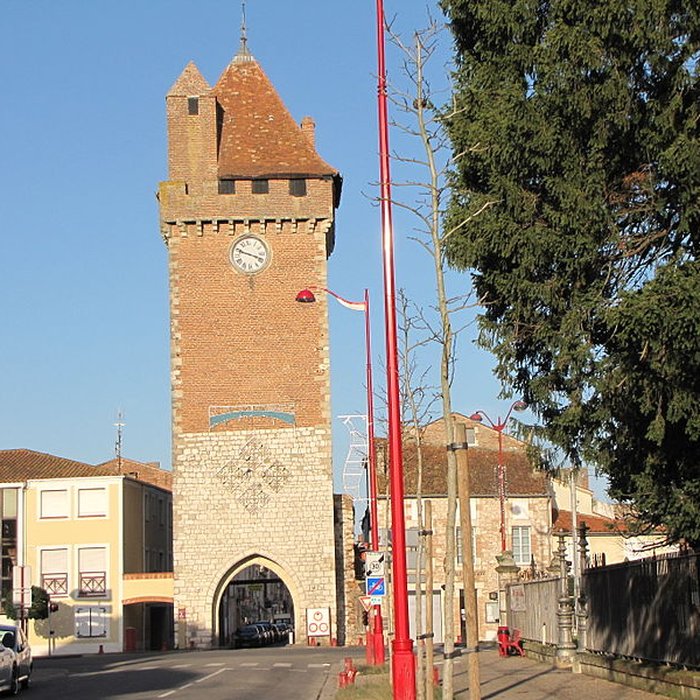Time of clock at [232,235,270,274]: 3:48
